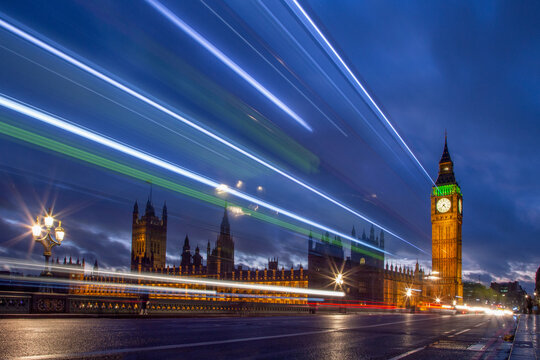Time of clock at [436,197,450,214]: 4:37
